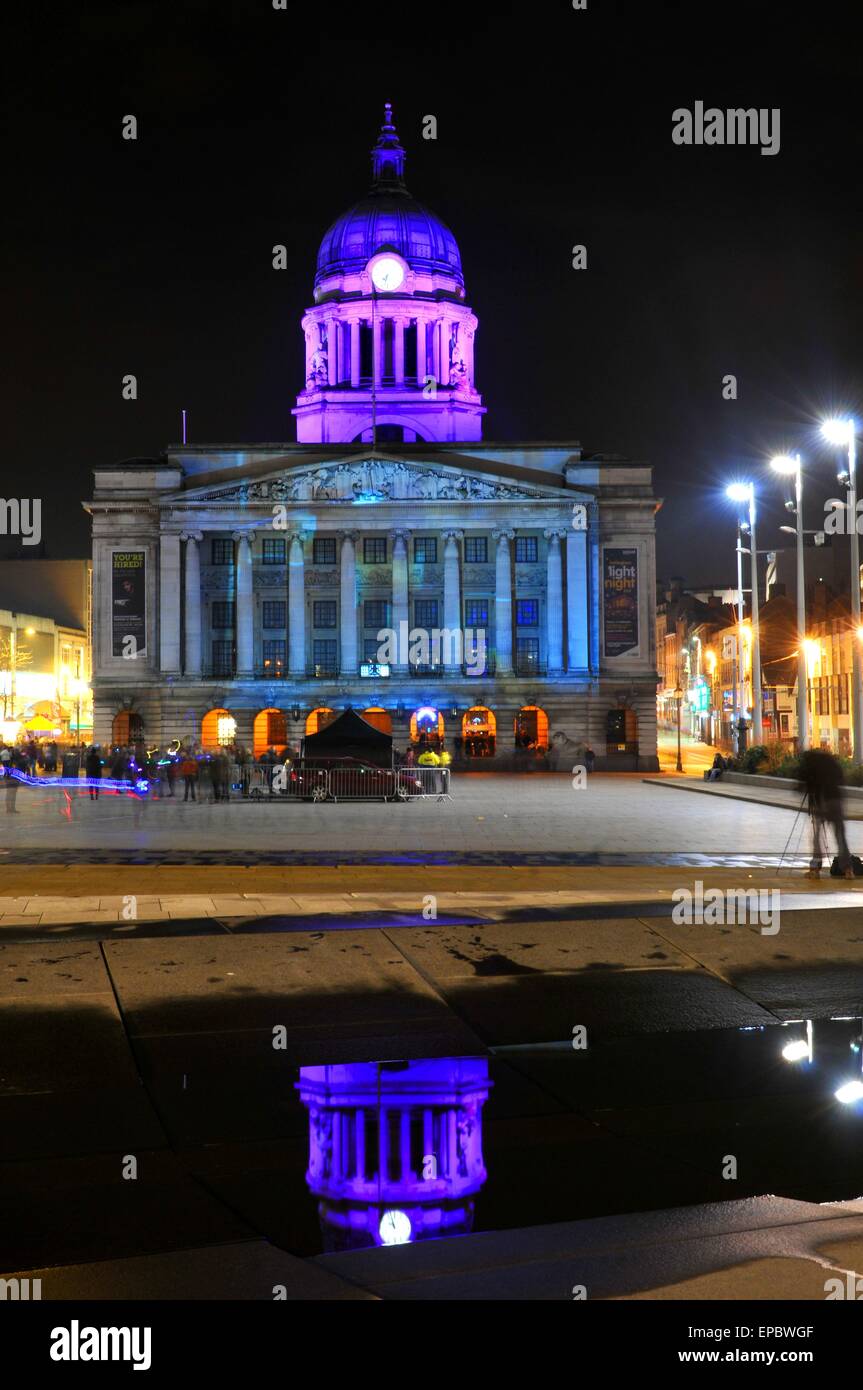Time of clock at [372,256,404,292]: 7:32
